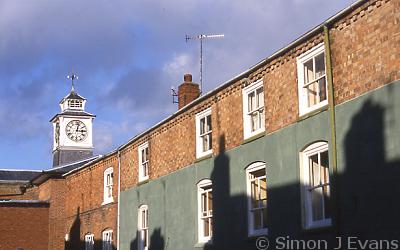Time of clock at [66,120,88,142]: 3:02
